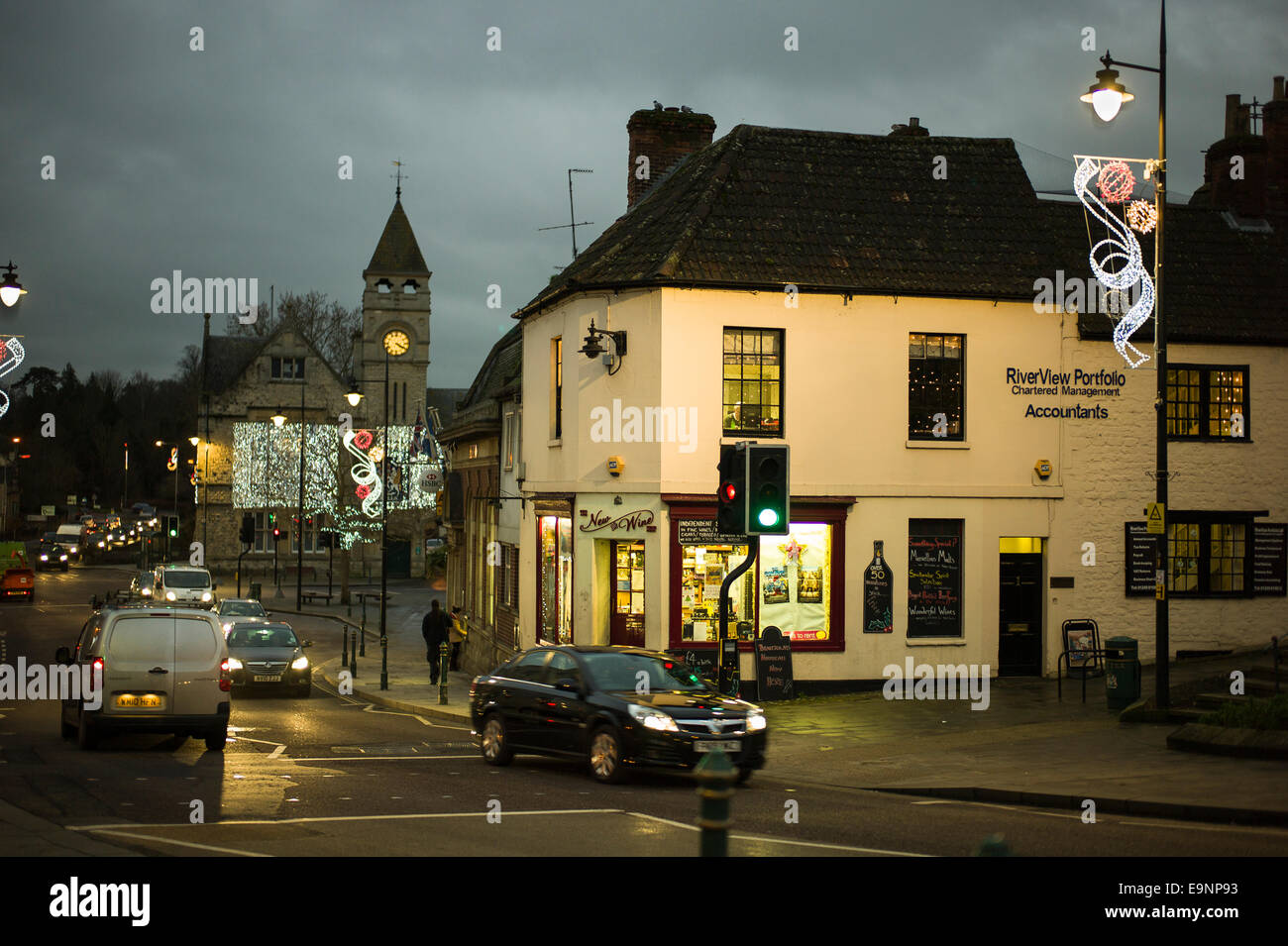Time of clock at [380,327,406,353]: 4:20
